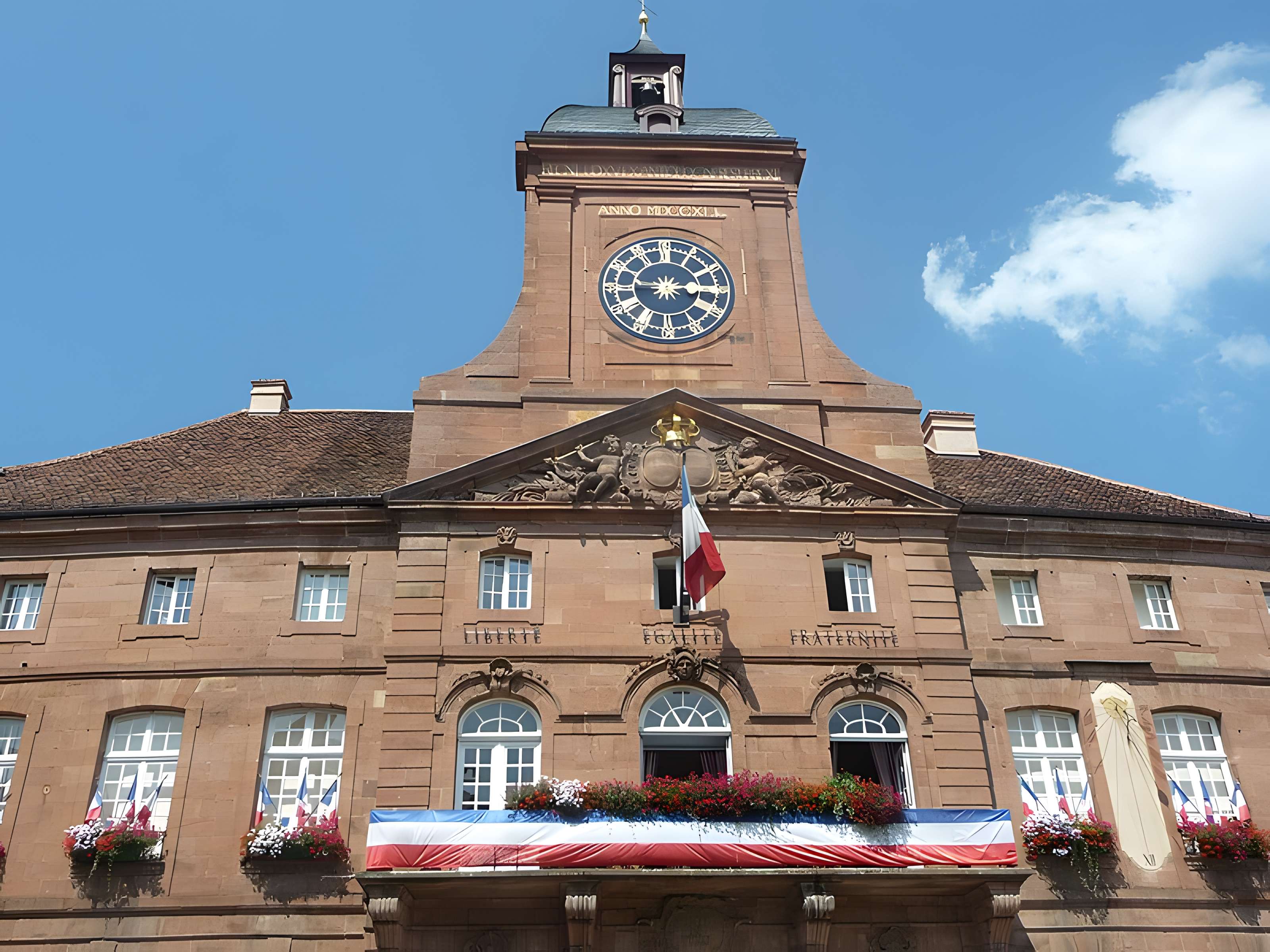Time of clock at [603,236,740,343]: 9:14
